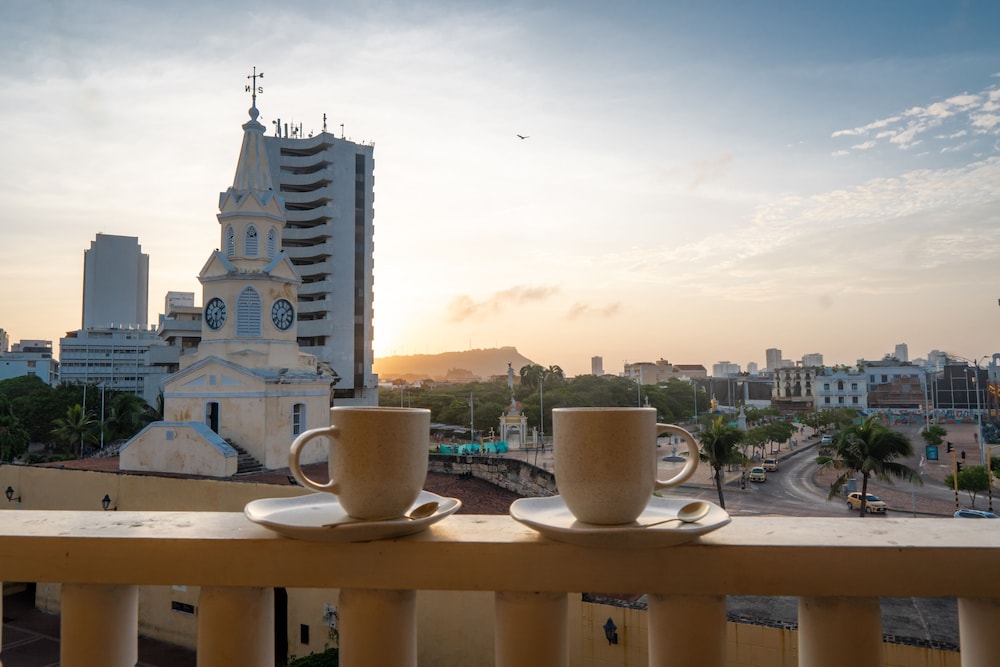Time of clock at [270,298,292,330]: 6:08
